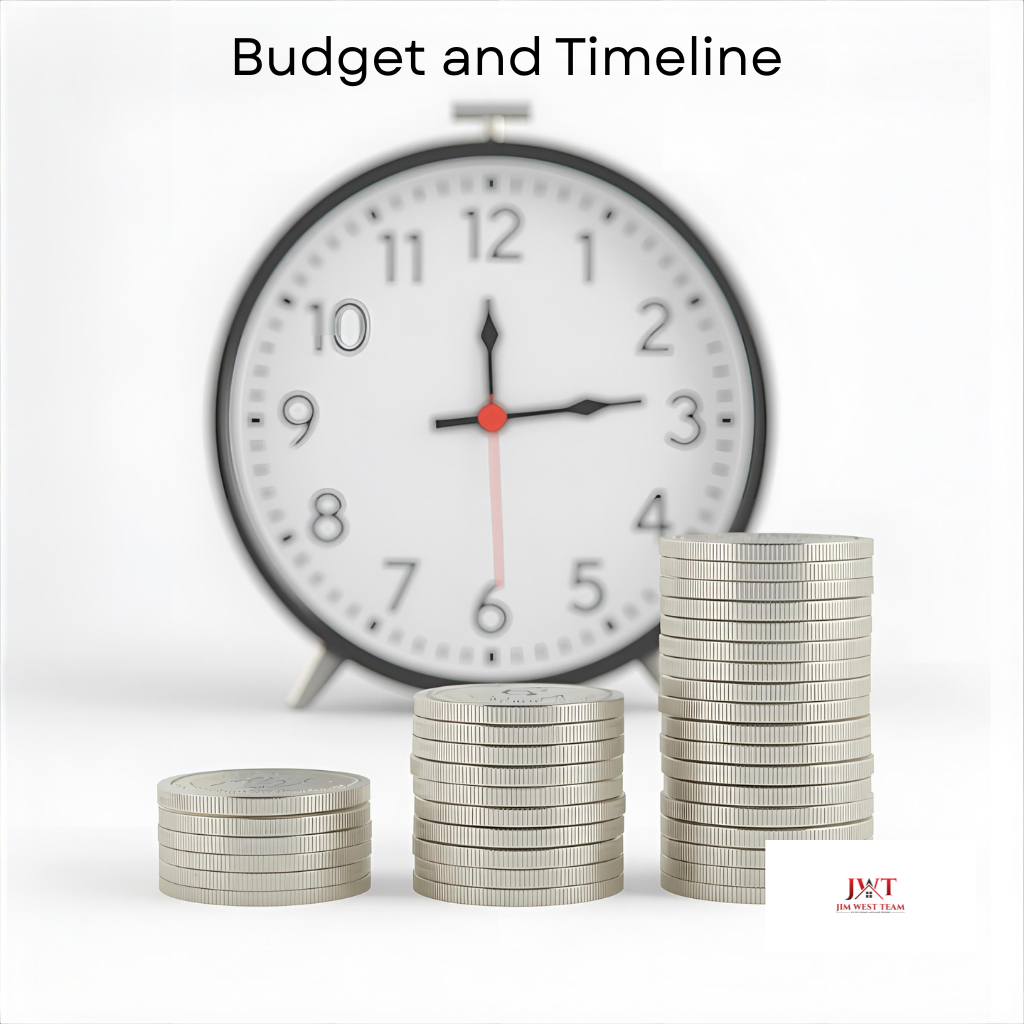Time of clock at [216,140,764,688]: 12:13
